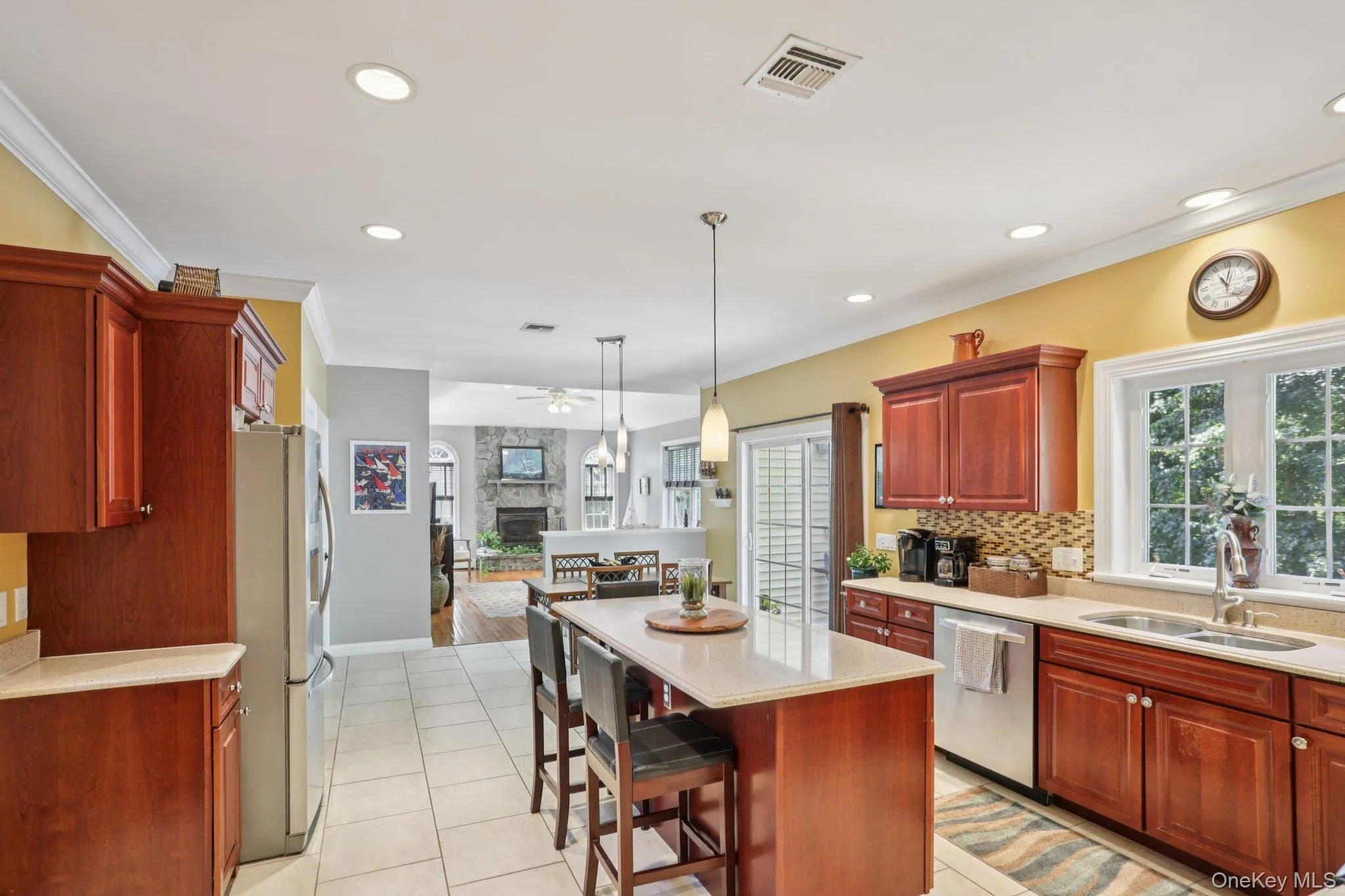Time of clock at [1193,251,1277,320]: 11:01
